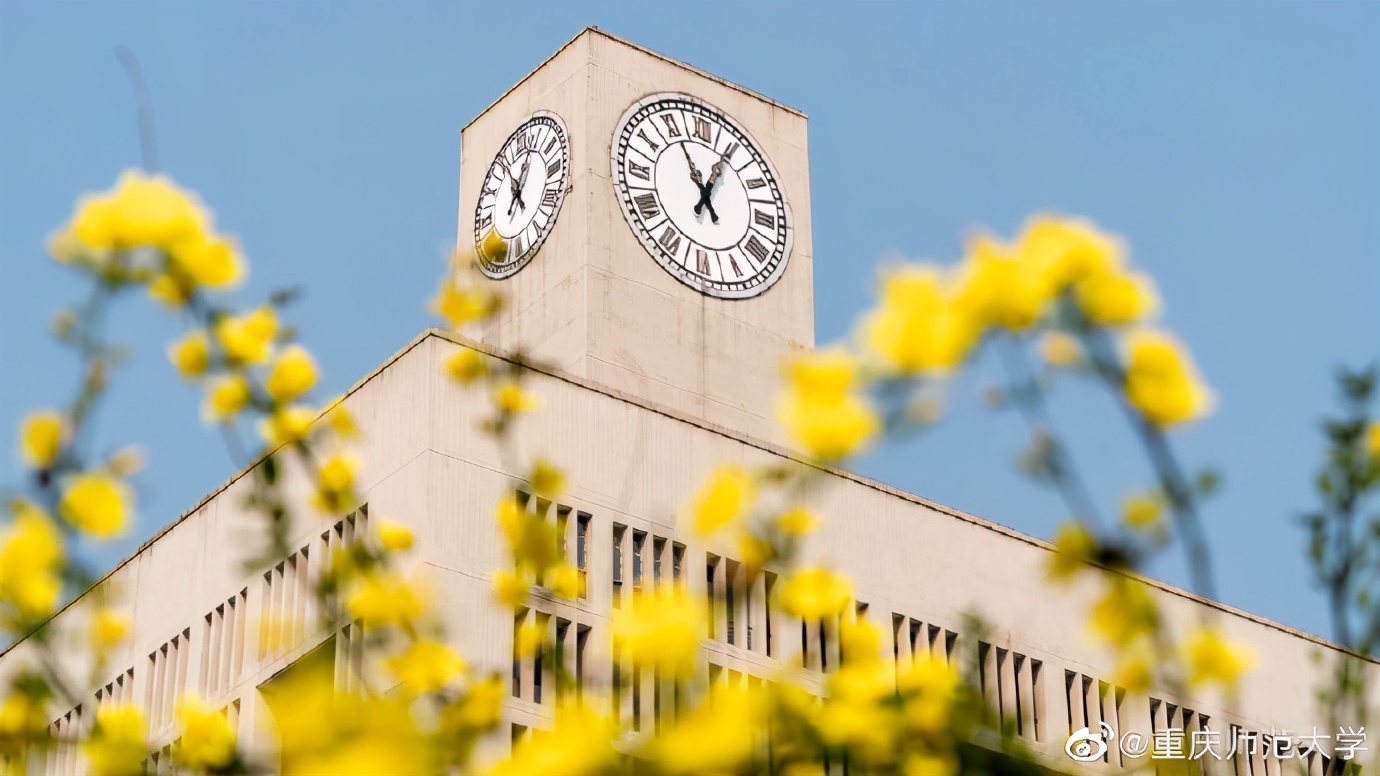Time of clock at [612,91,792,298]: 11:04
